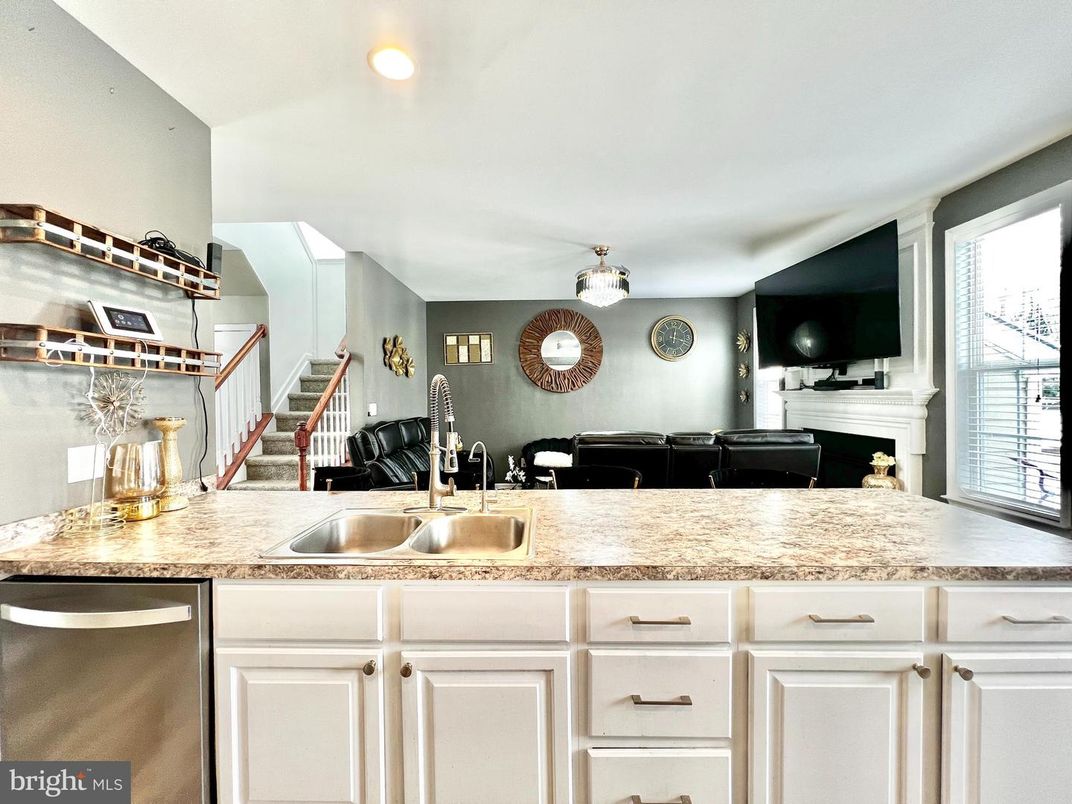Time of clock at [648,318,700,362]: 12:18
